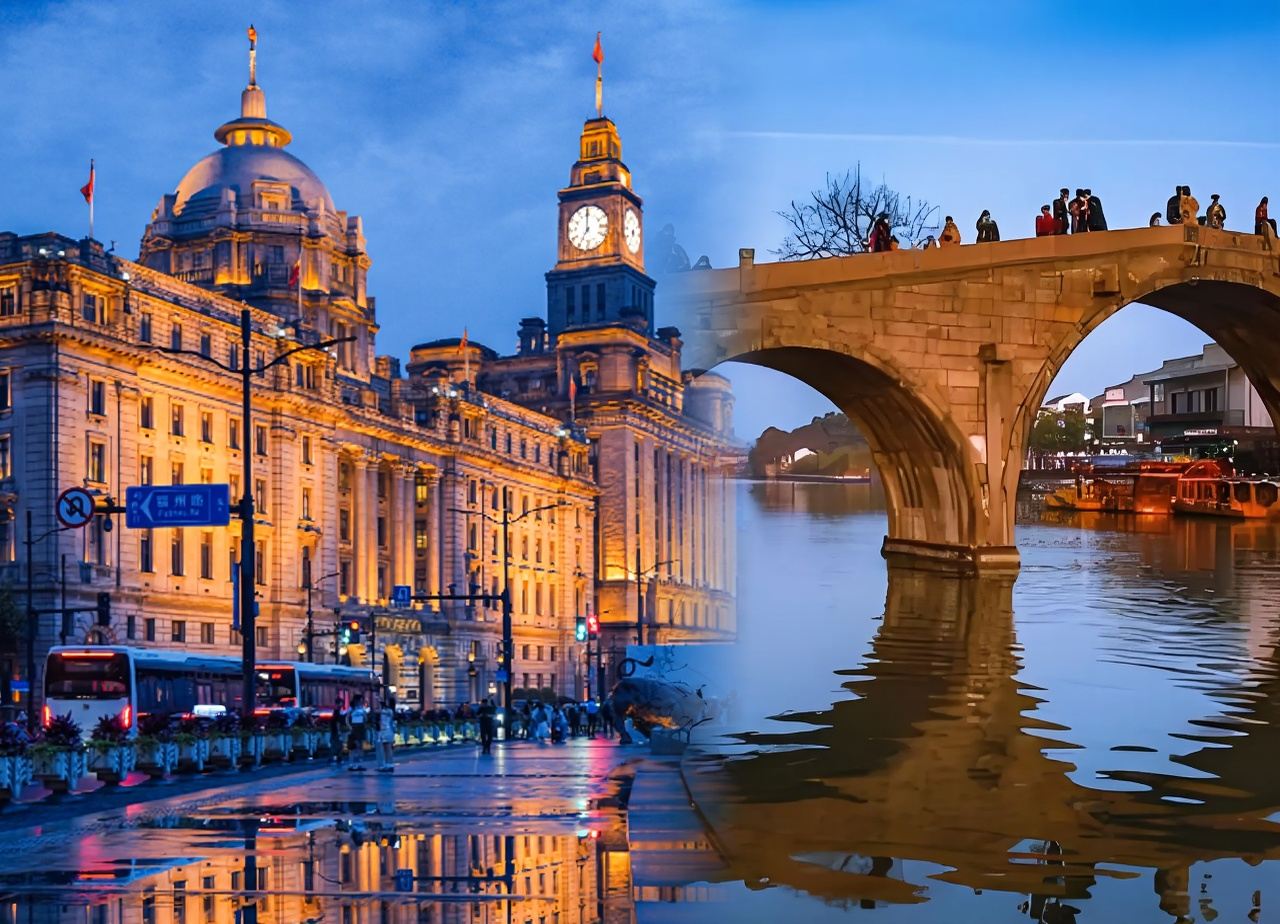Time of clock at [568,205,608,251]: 7:00
